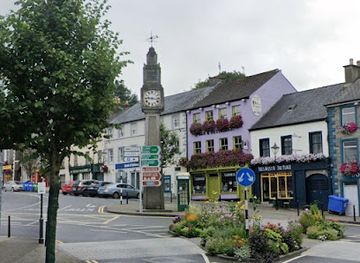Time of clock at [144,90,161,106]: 9:17
